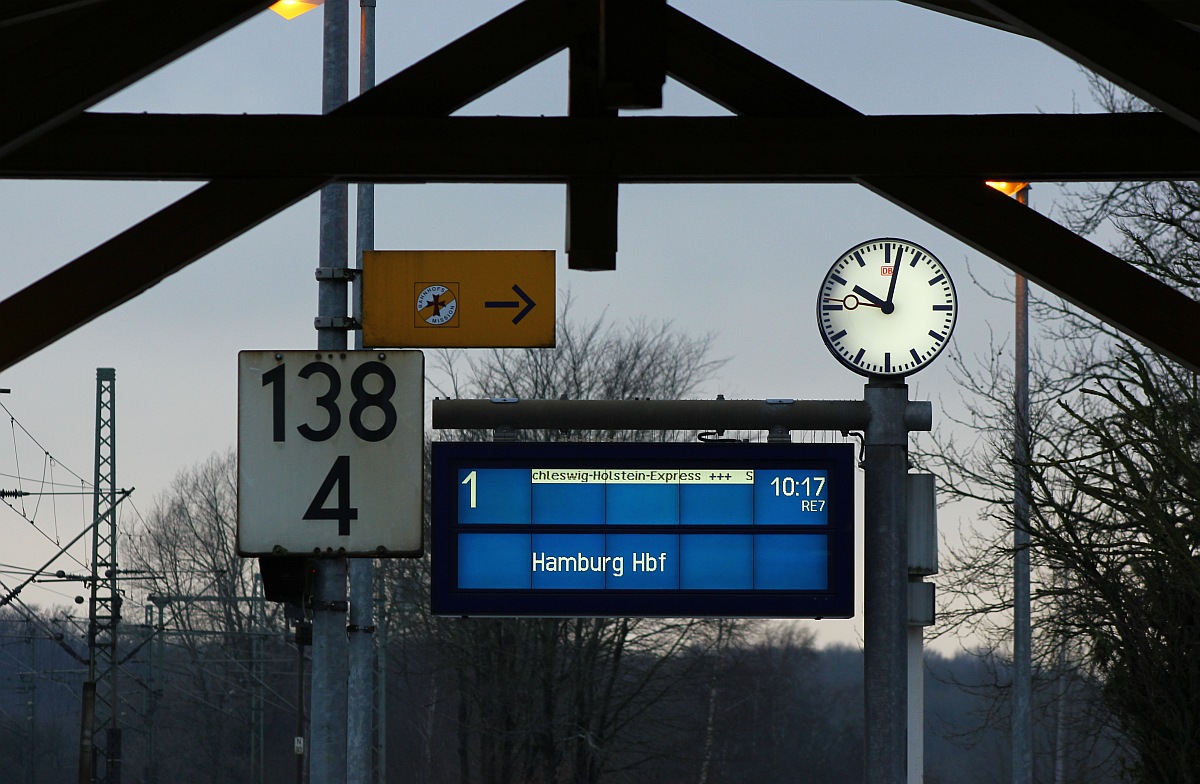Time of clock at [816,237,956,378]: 10:02
